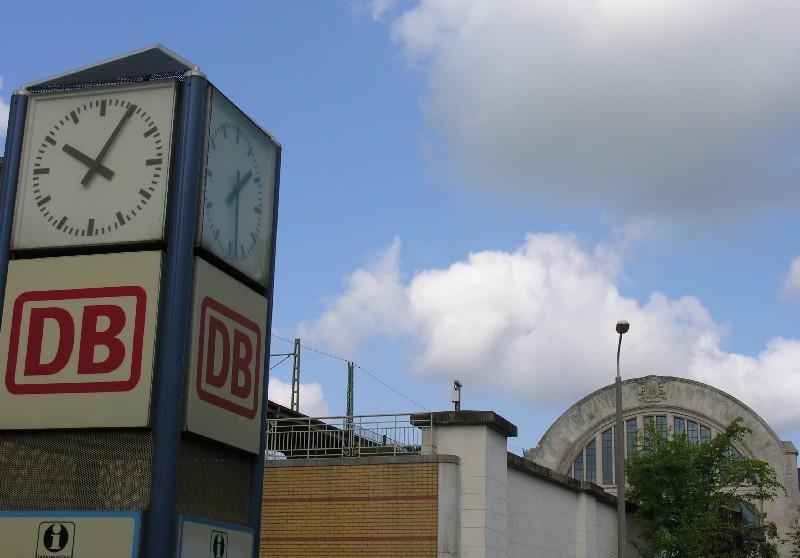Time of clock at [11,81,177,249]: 10:04
